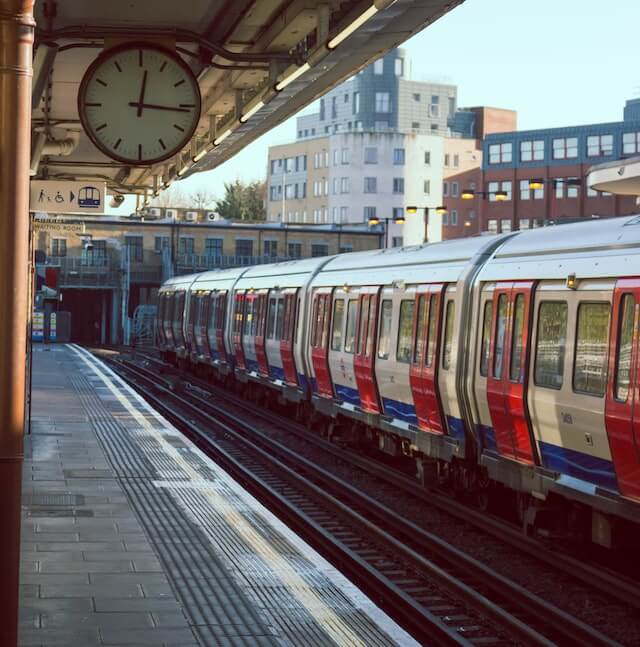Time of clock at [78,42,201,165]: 12:16
